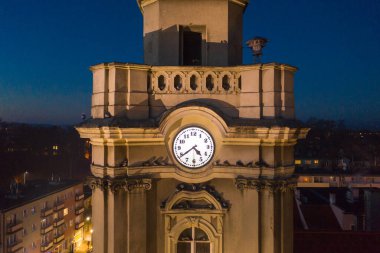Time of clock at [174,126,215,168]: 4:39
